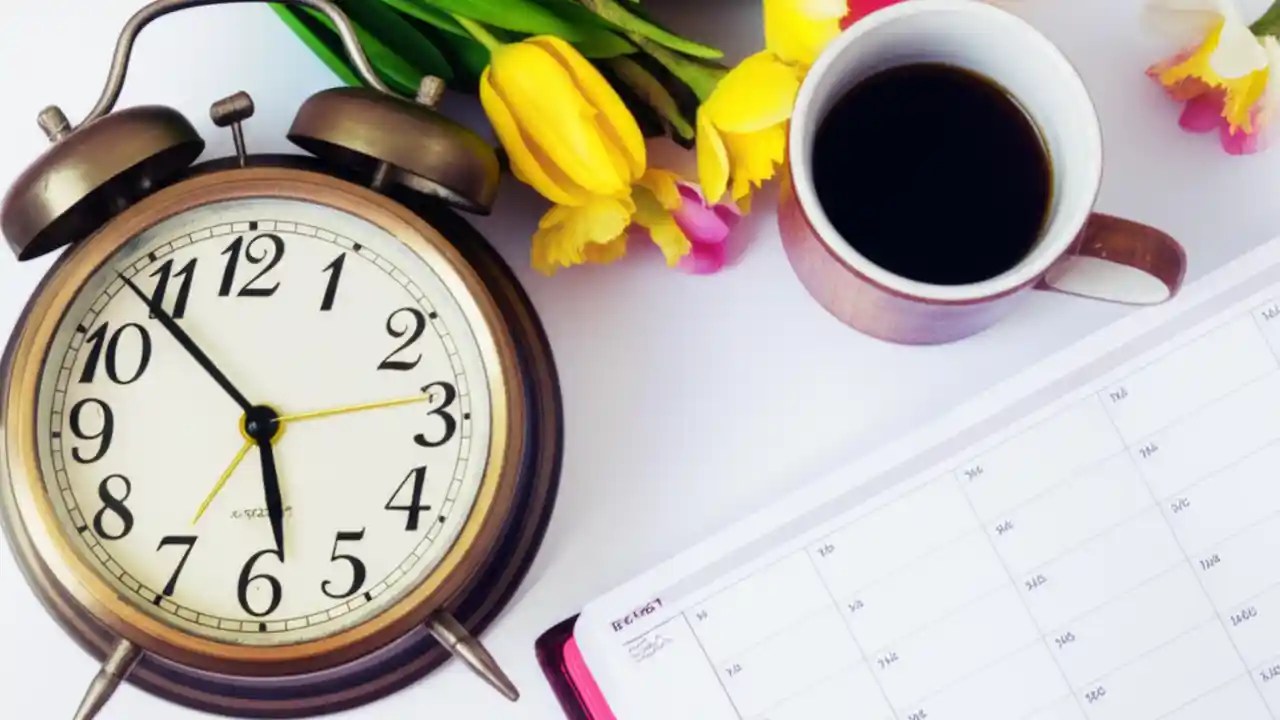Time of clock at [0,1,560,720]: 5:53
